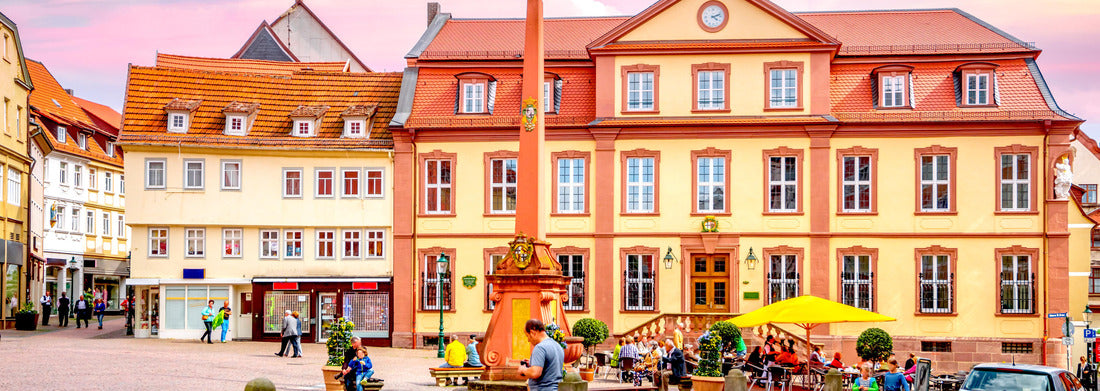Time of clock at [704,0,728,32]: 4:11
